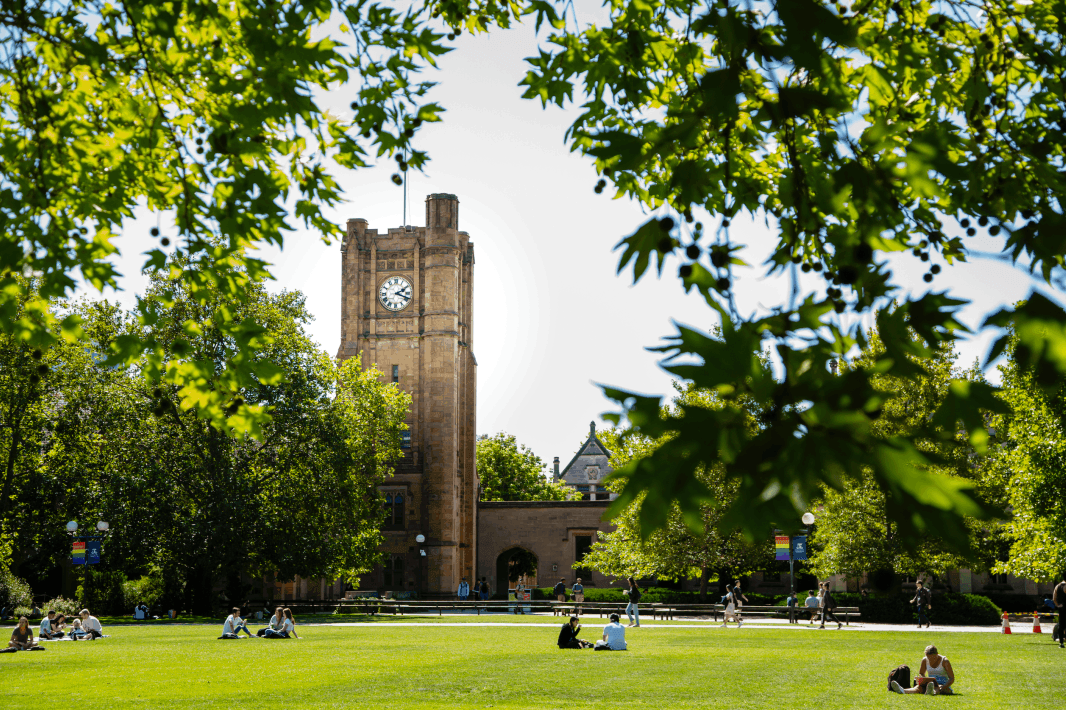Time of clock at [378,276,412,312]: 2:18
